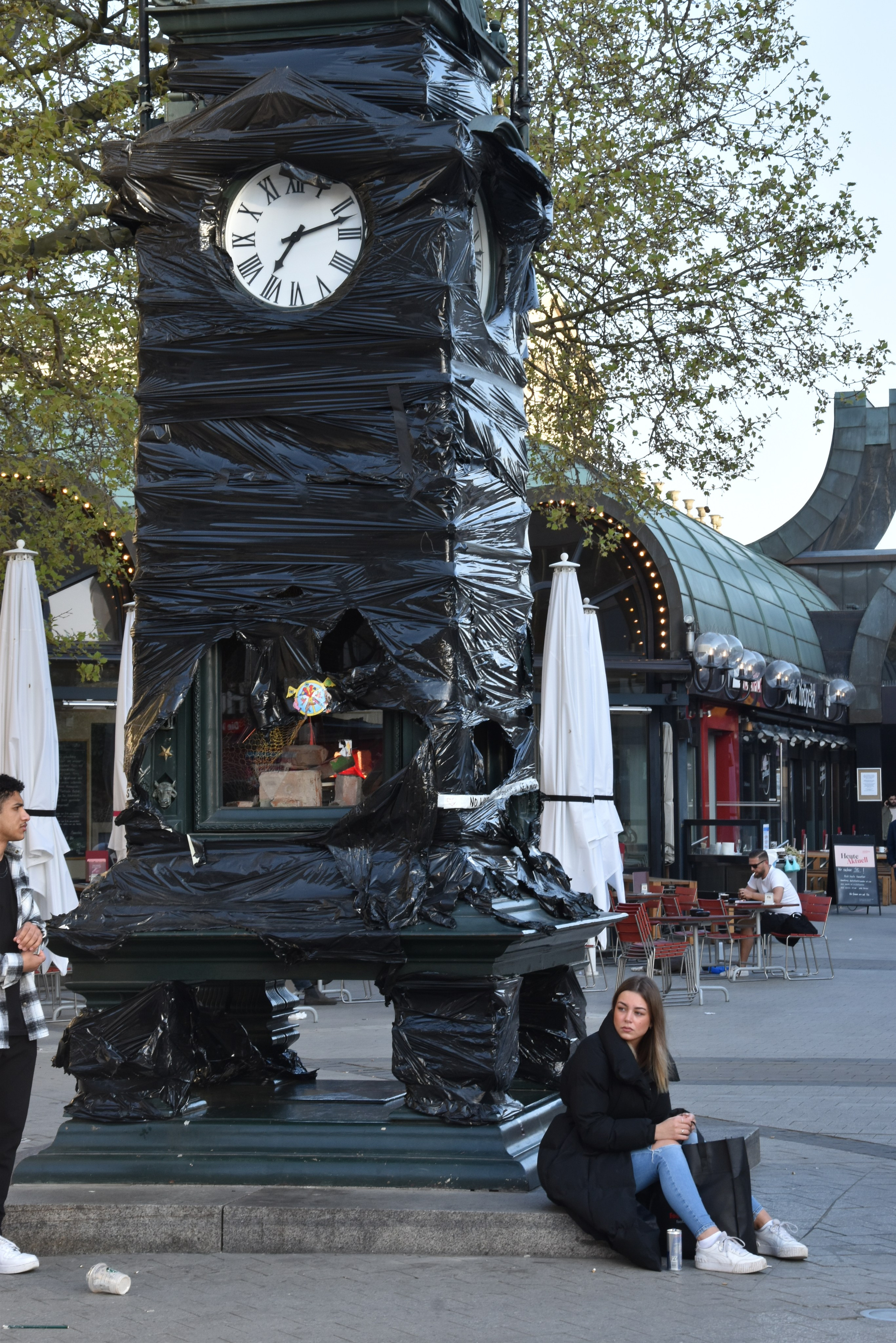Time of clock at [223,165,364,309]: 7:12
